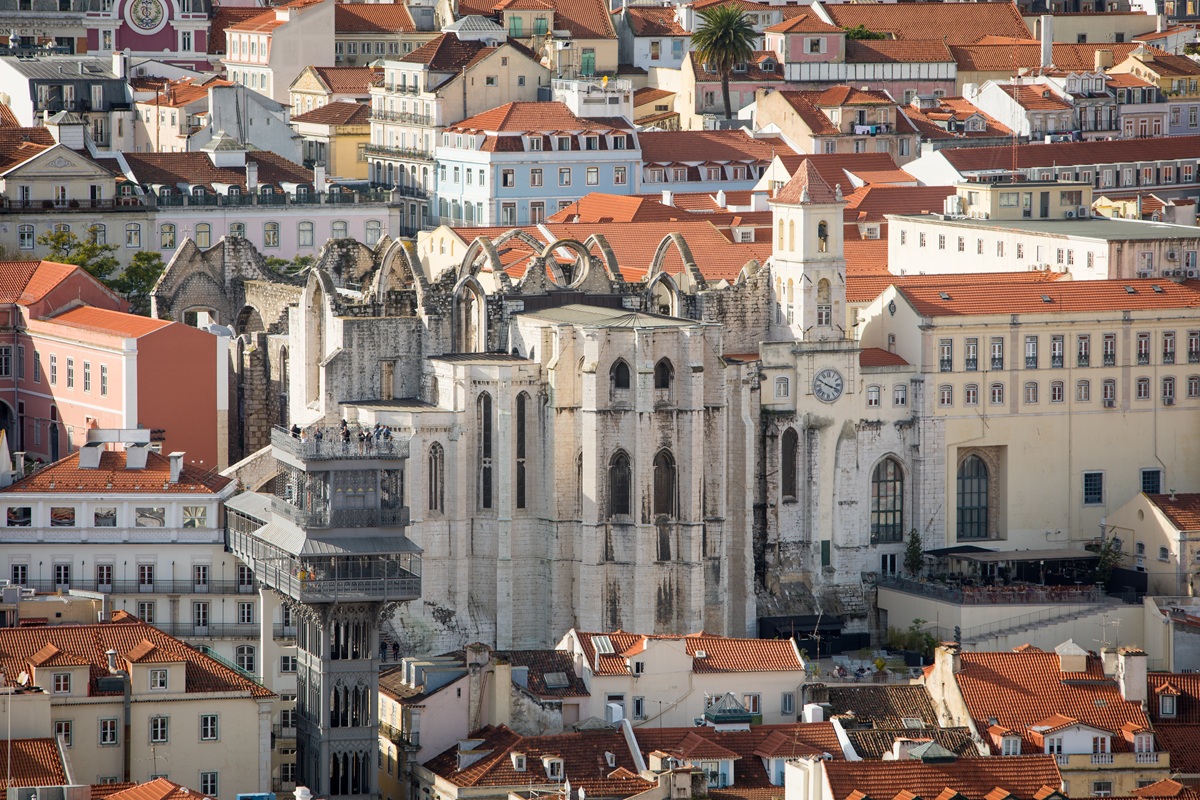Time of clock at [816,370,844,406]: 3:49
